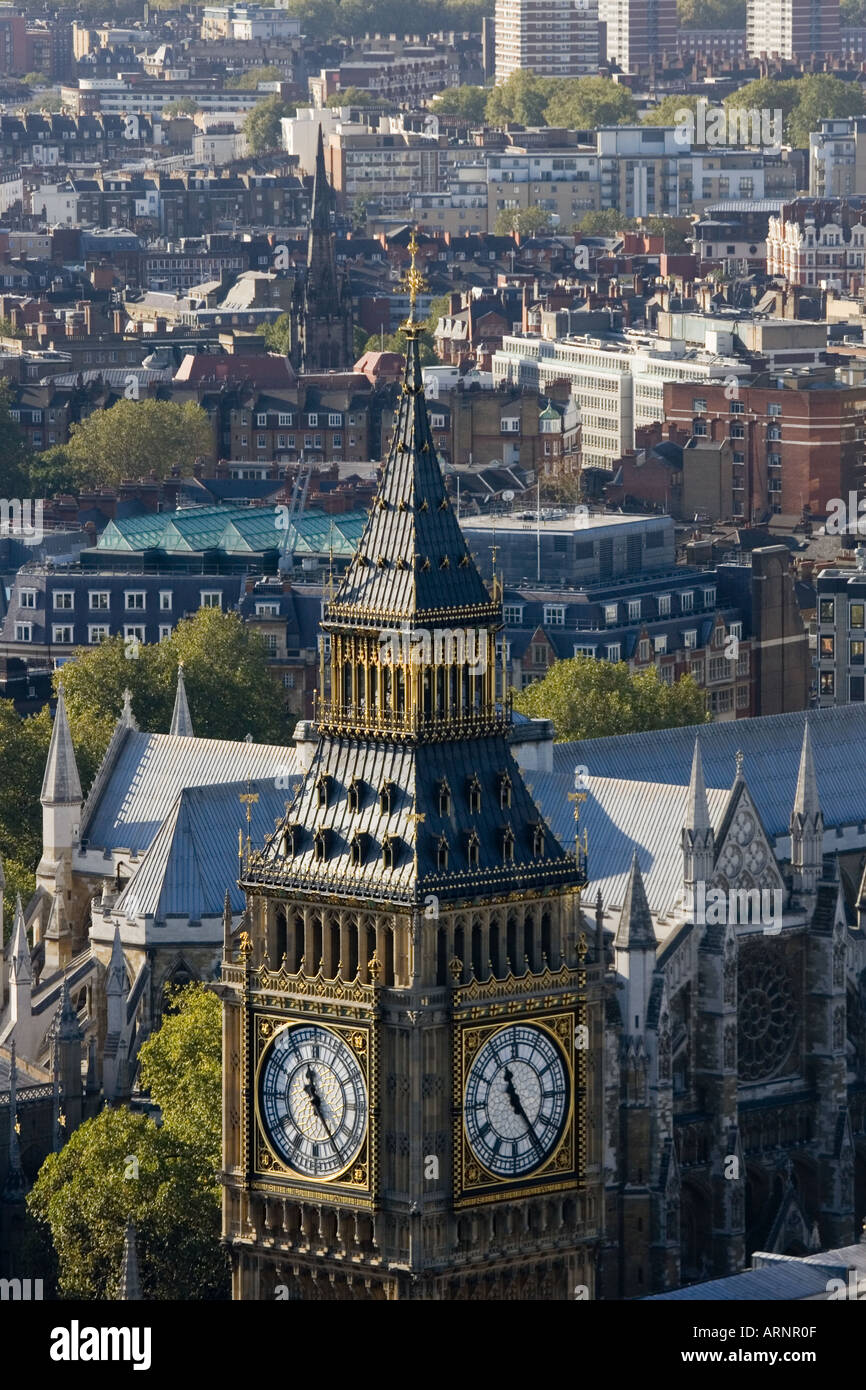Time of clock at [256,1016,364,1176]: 11:24
